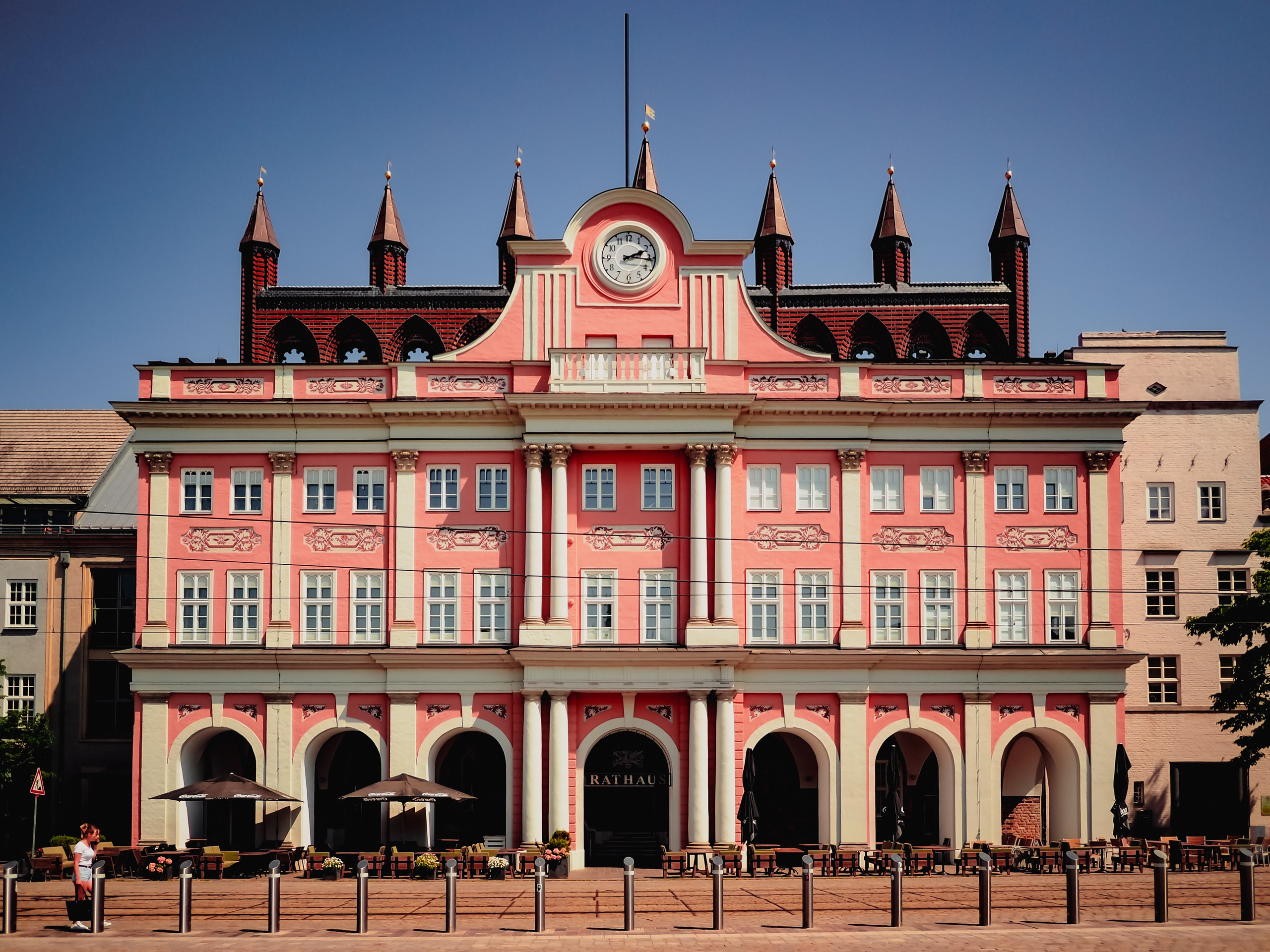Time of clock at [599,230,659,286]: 2:16
